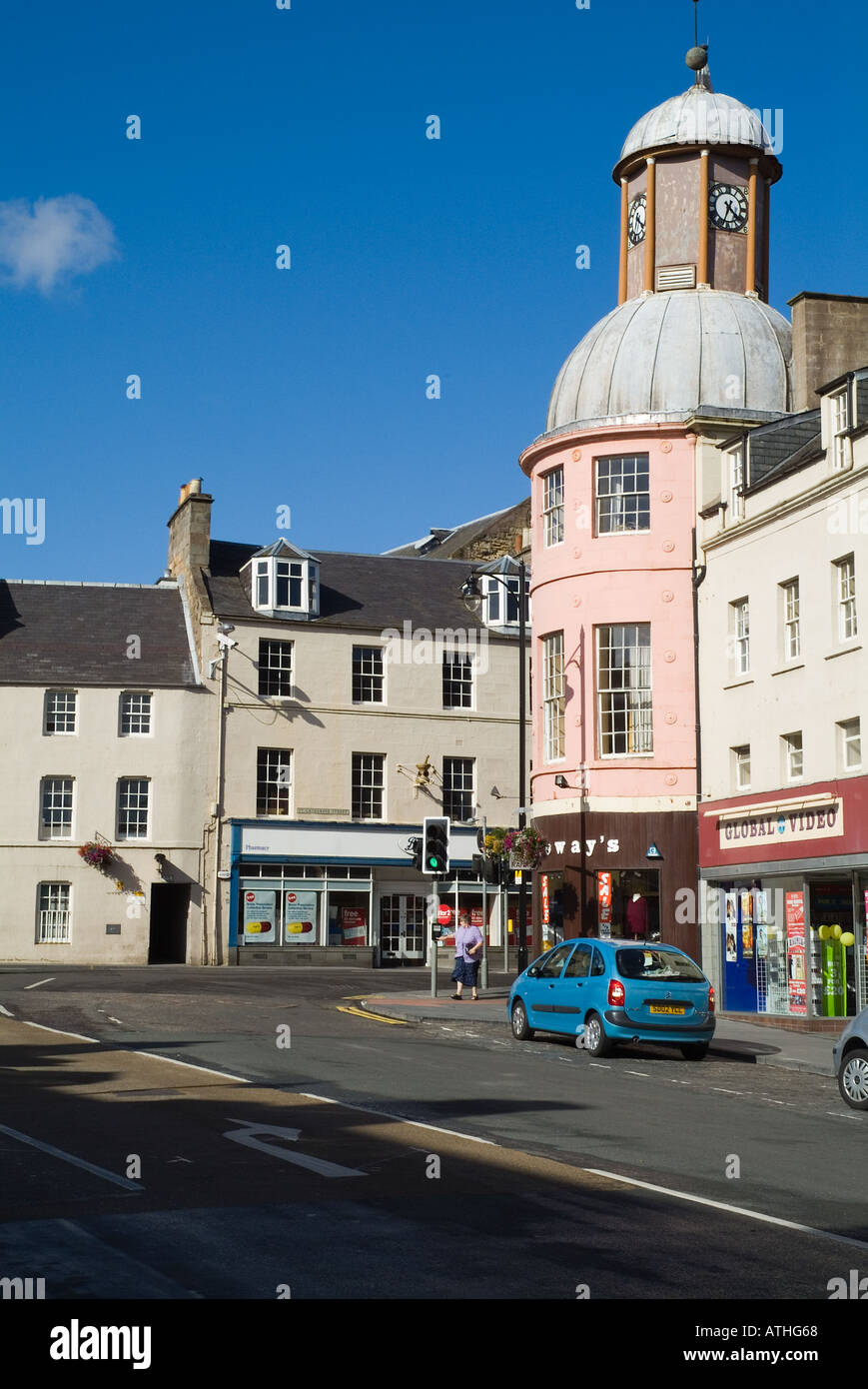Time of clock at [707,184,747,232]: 4:34
